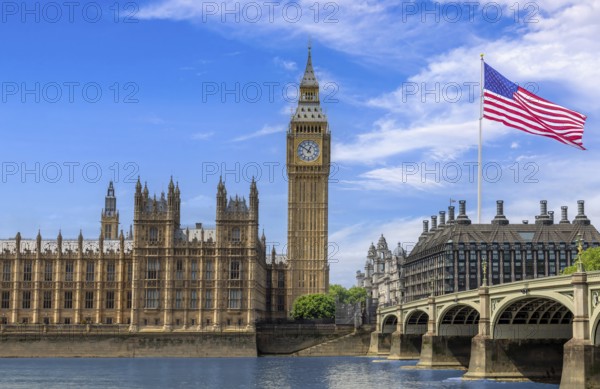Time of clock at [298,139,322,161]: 12:51
